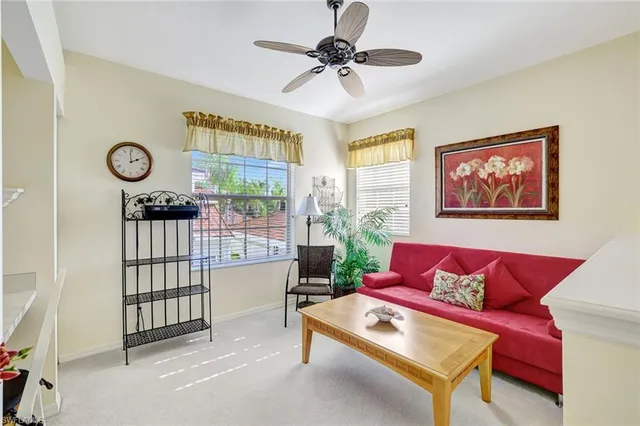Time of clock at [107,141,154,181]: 1:59
